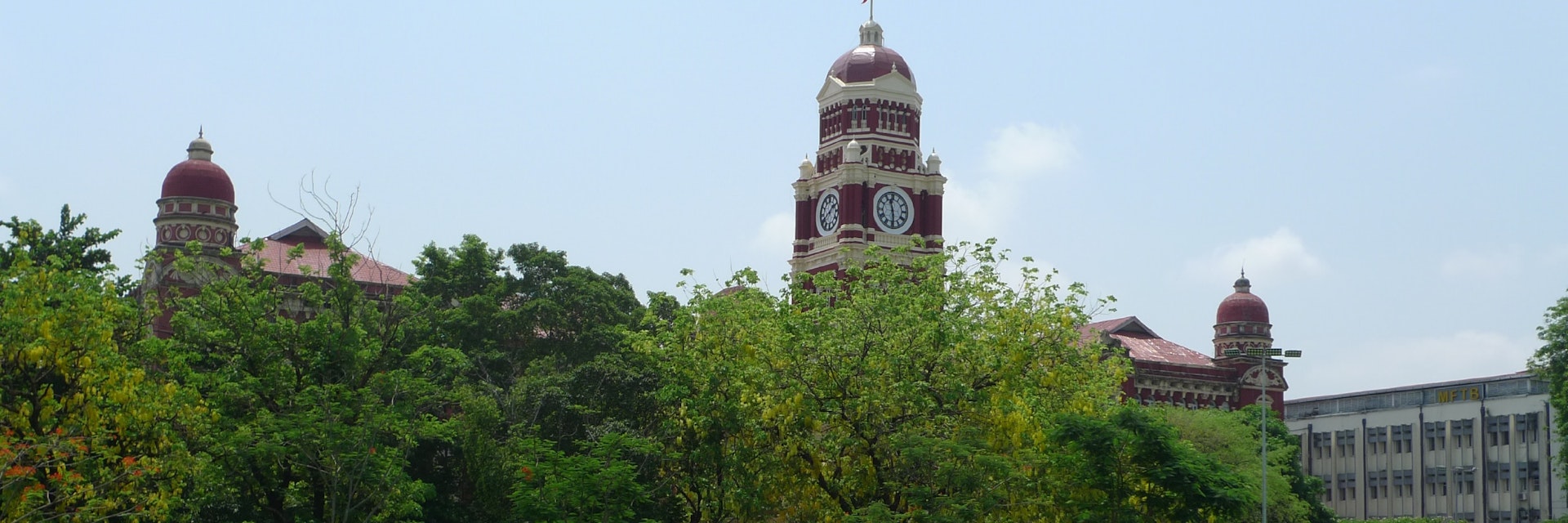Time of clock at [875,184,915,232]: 11:29
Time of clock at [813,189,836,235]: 1:39
